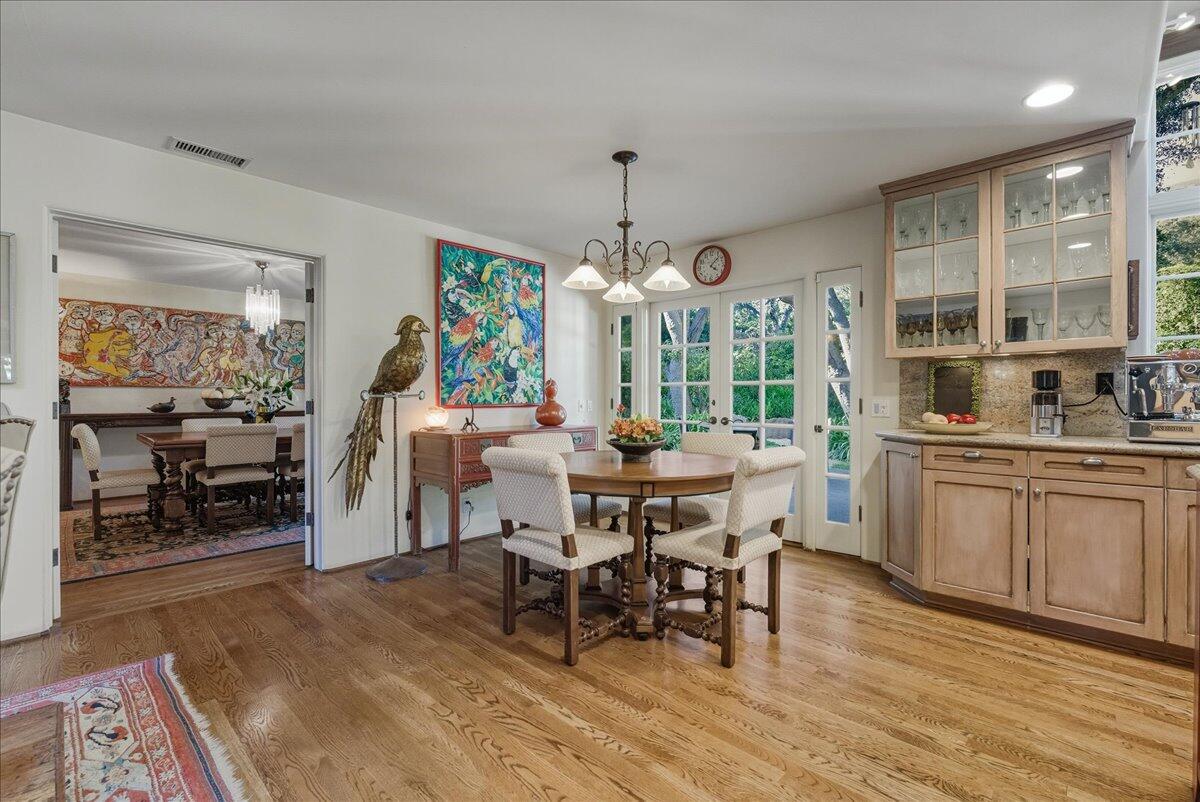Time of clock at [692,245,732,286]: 4:07
